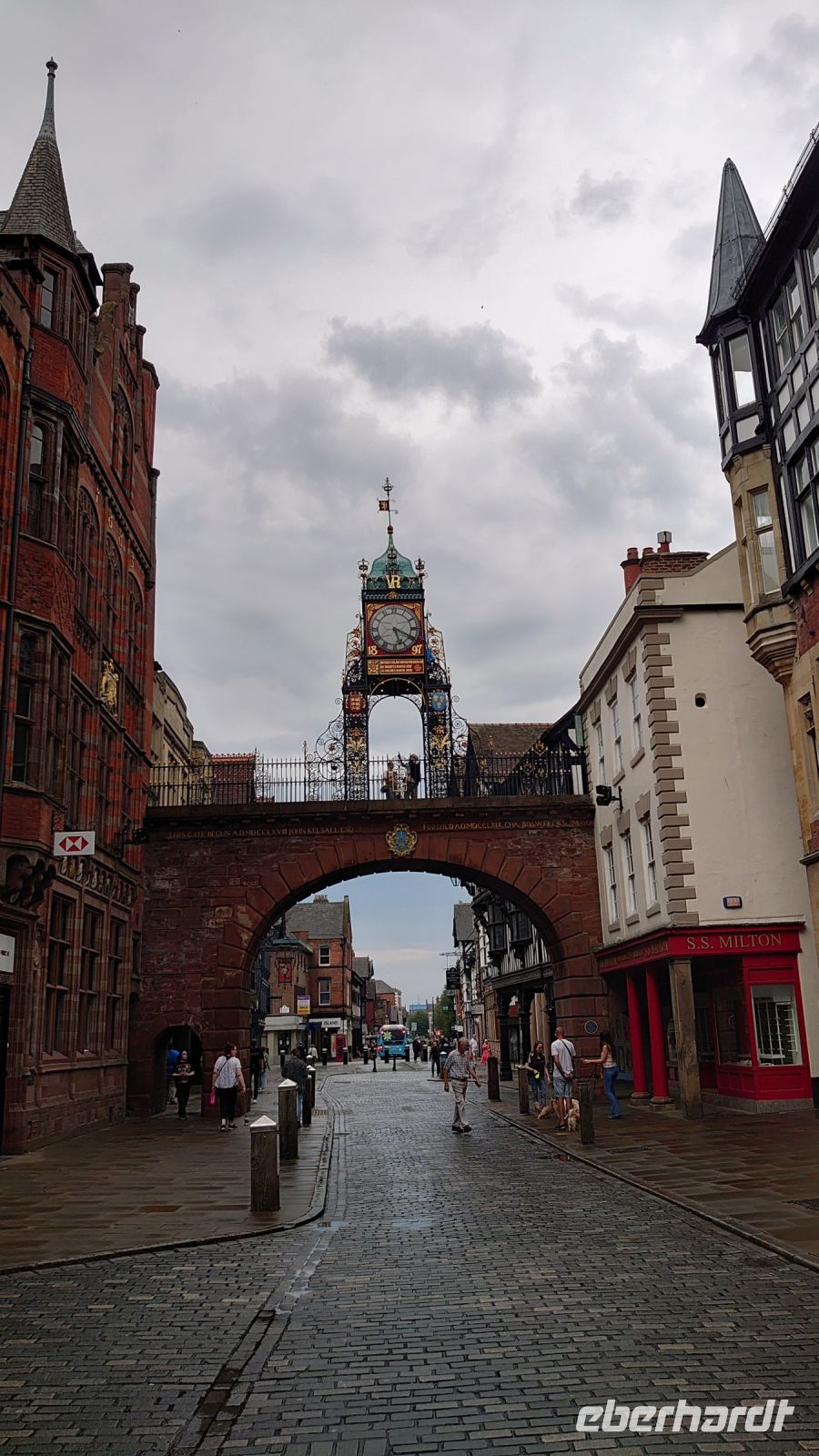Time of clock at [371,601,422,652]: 5:19
